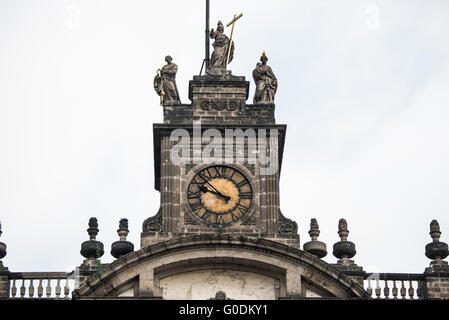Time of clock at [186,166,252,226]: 9:52
